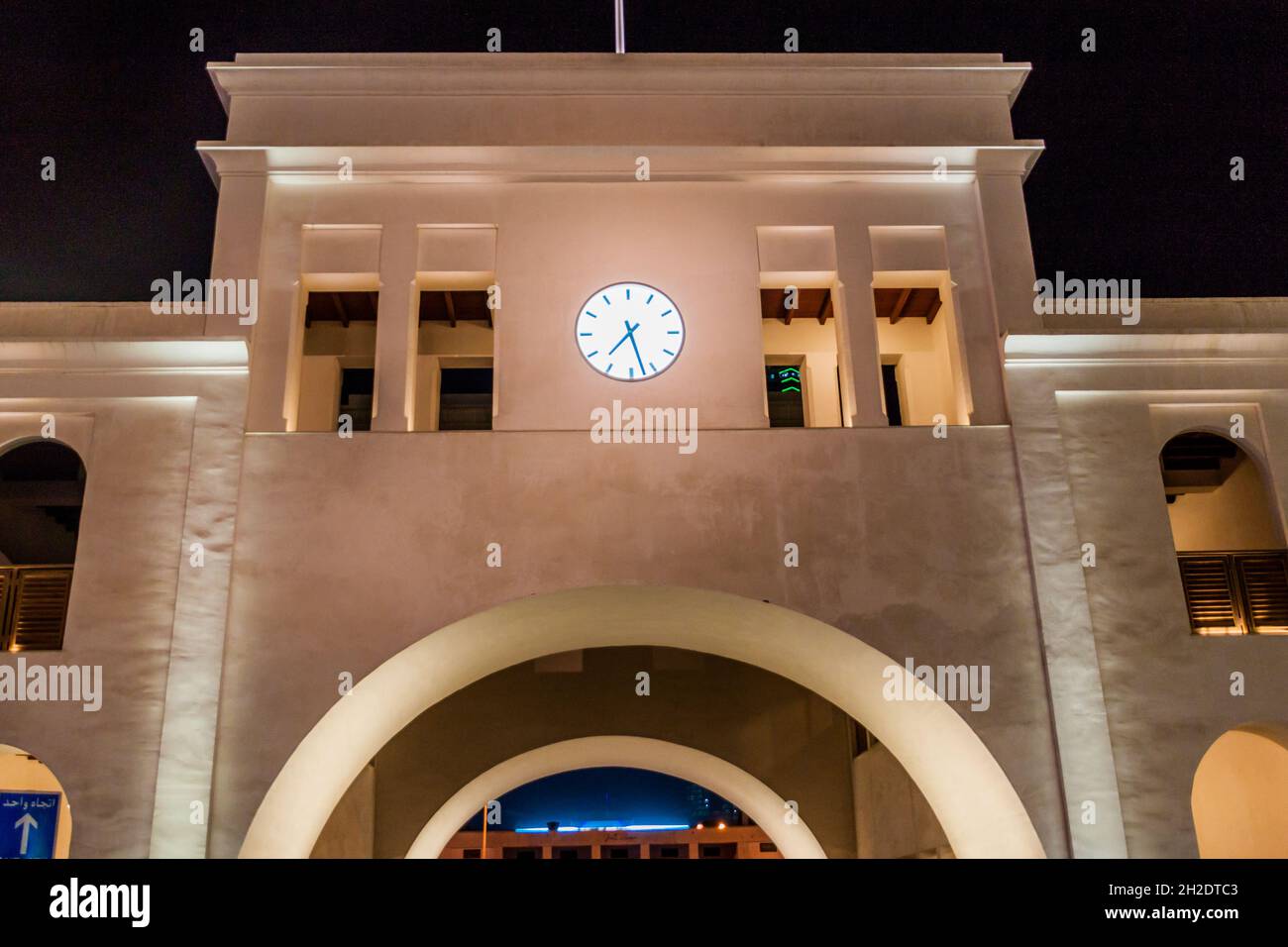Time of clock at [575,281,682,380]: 7:27
